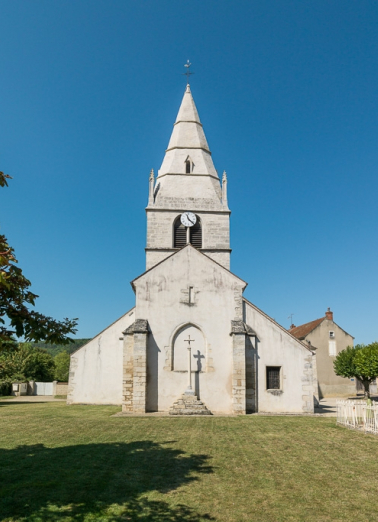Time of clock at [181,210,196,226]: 11:22
